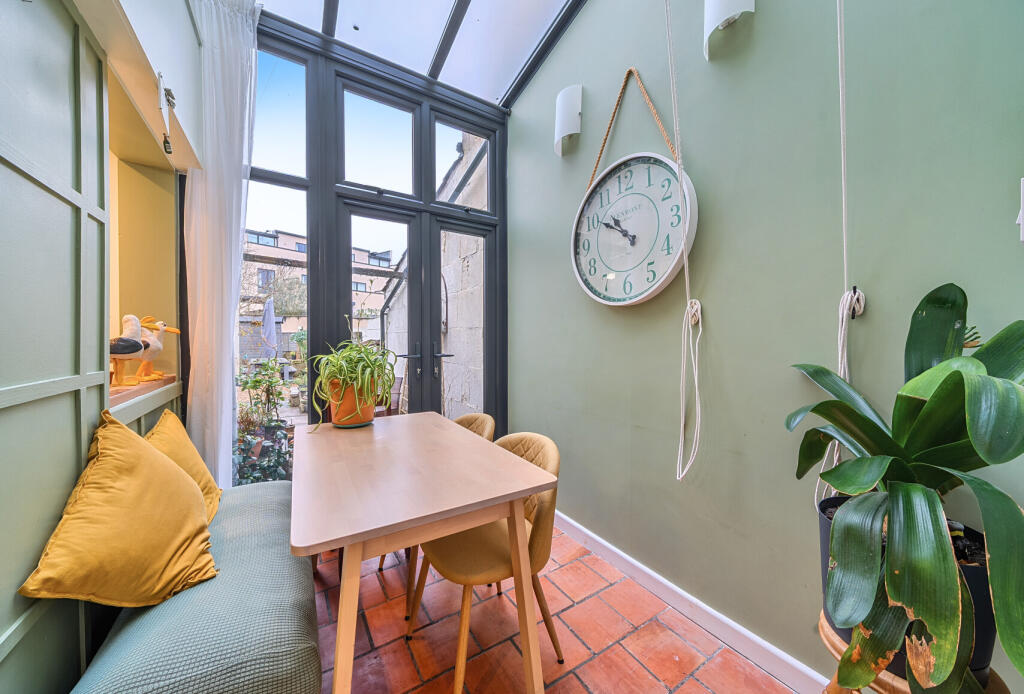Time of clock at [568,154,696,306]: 10:50
